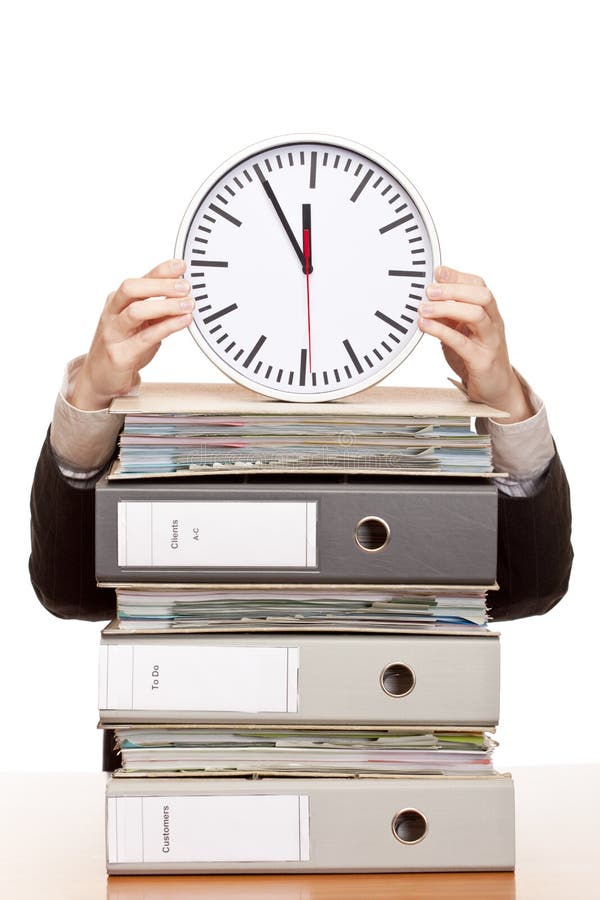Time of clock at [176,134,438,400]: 11:54
